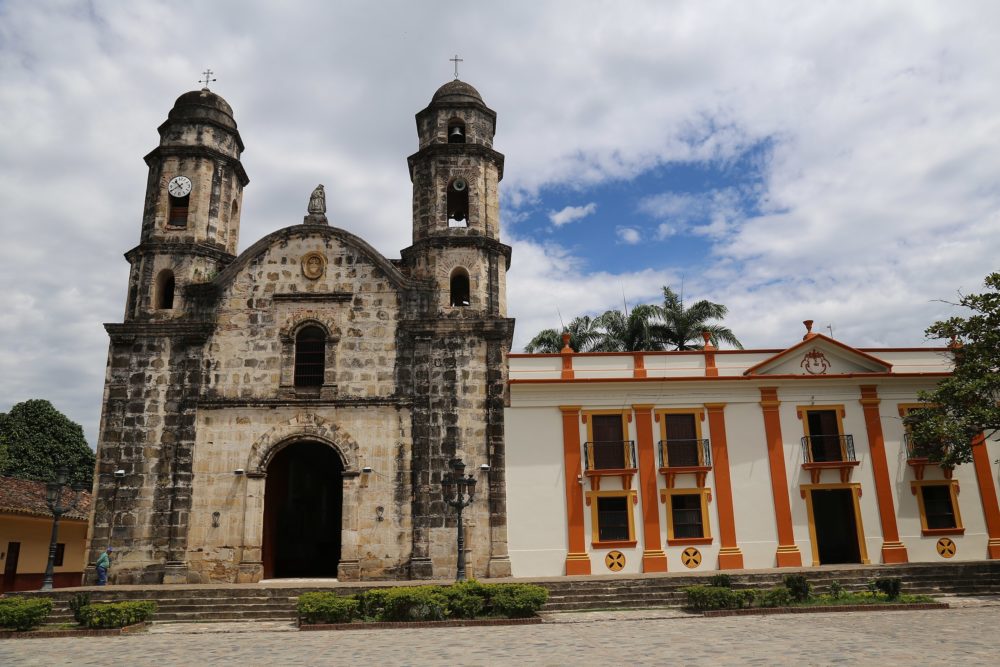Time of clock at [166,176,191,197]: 10:40
